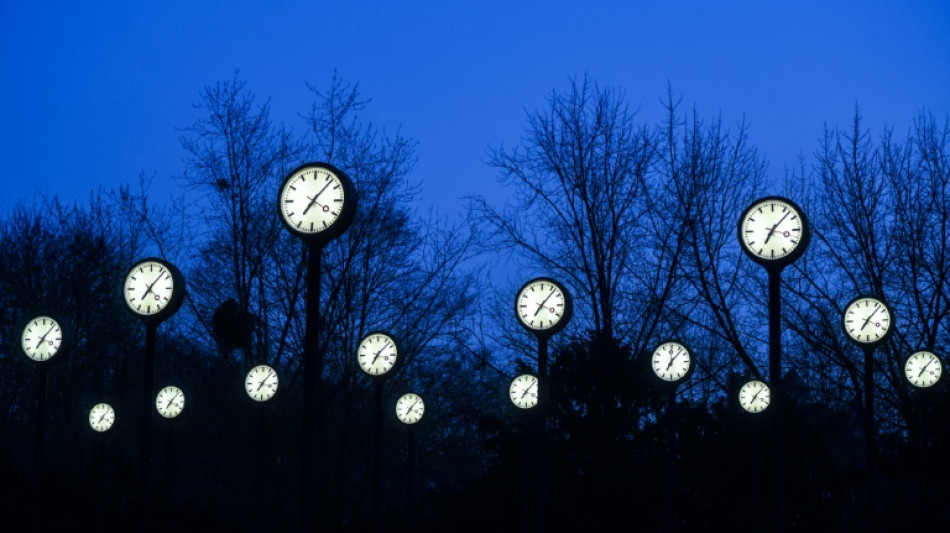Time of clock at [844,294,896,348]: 7:07
